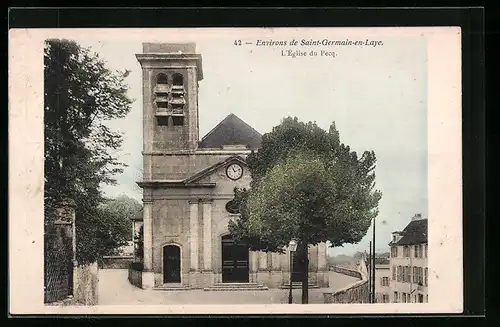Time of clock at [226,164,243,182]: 11:11
